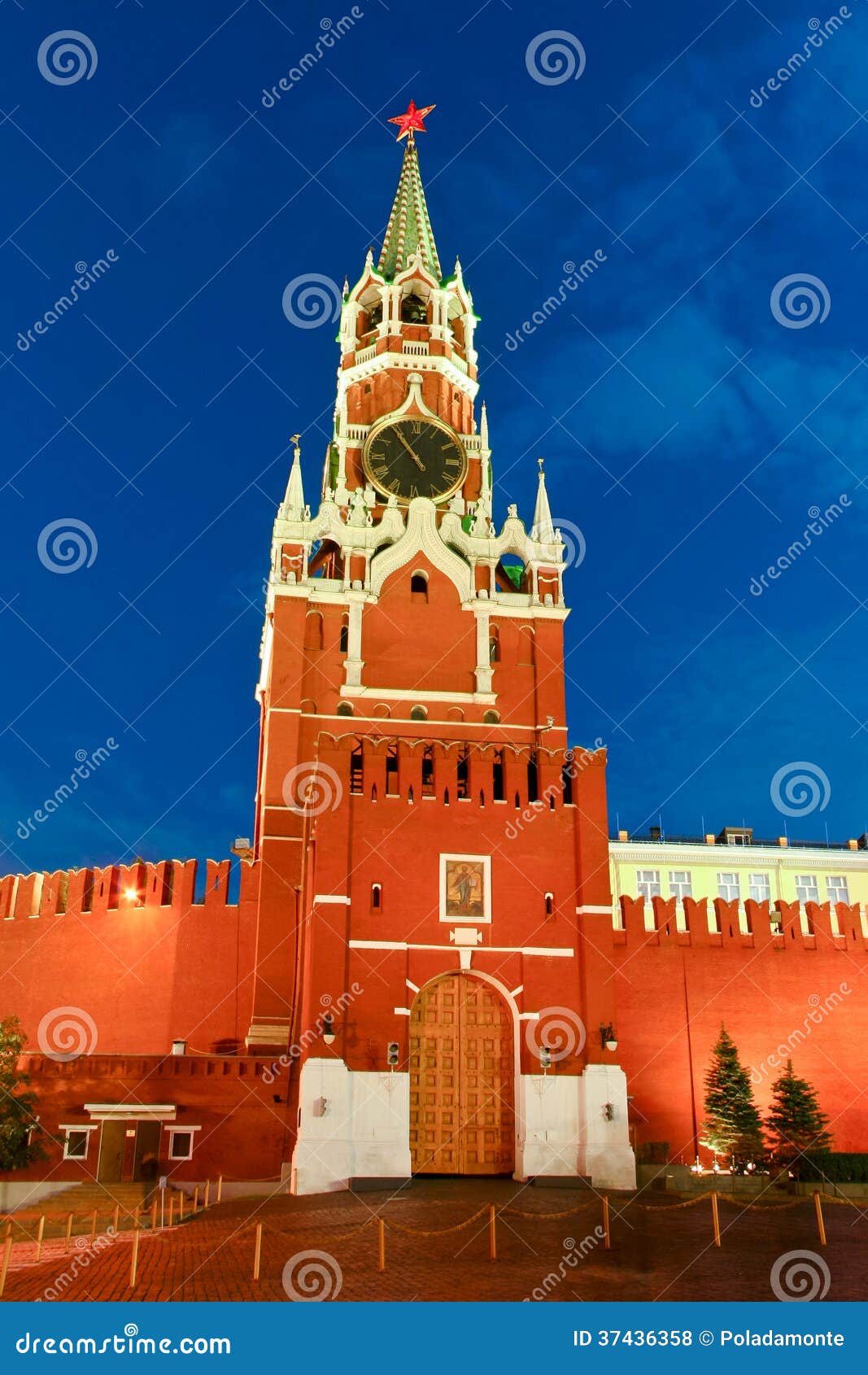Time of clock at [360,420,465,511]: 10:54
